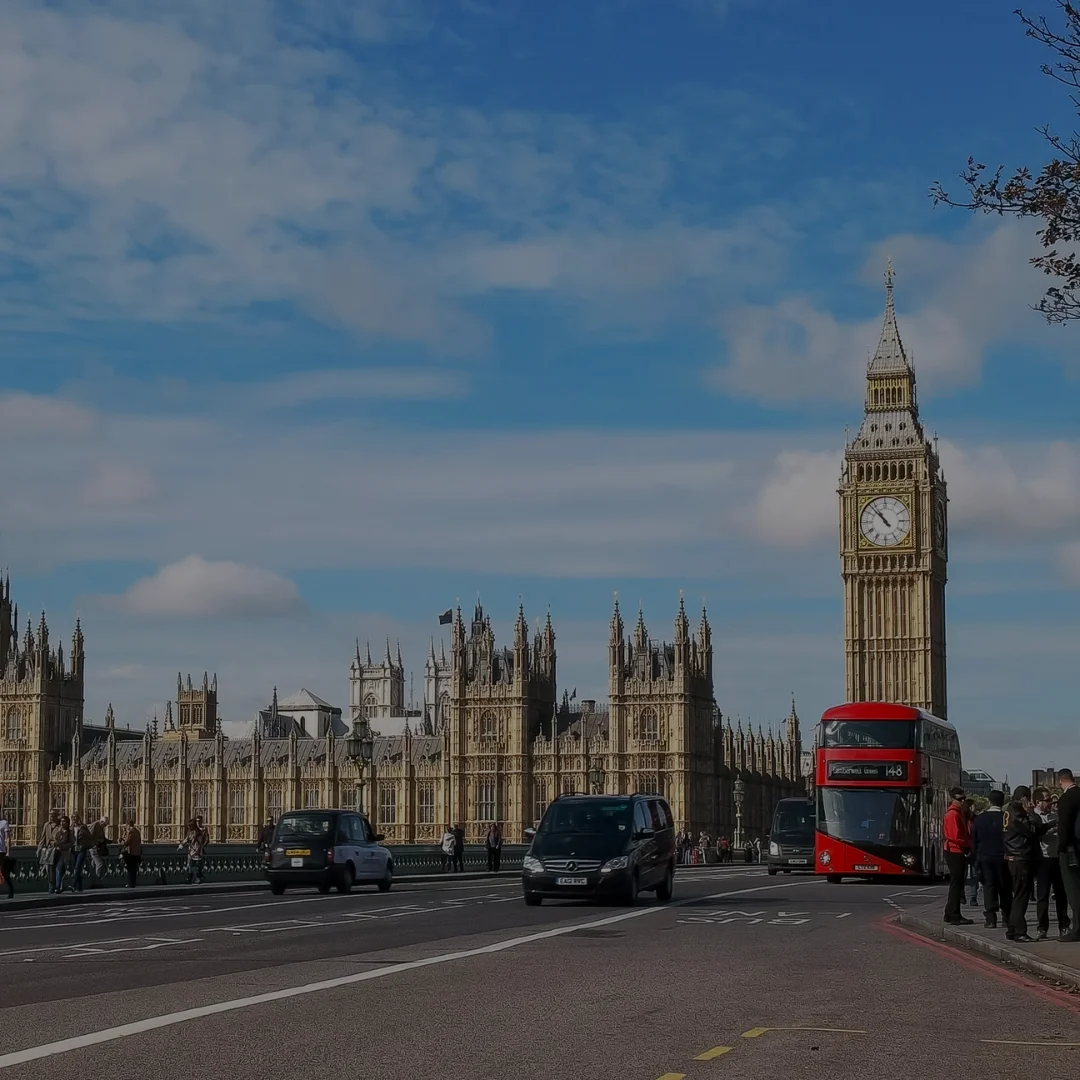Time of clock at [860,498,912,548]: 10:52
